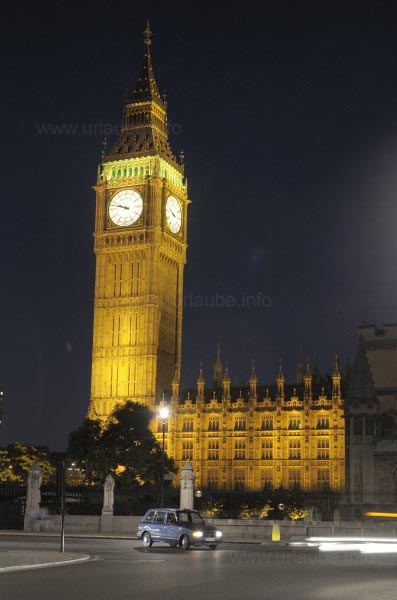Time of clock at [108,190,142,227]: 9:47
